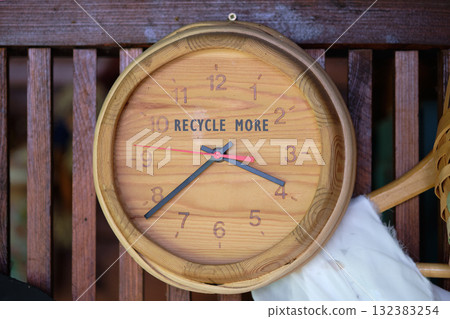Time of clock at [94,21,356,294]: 3:38
